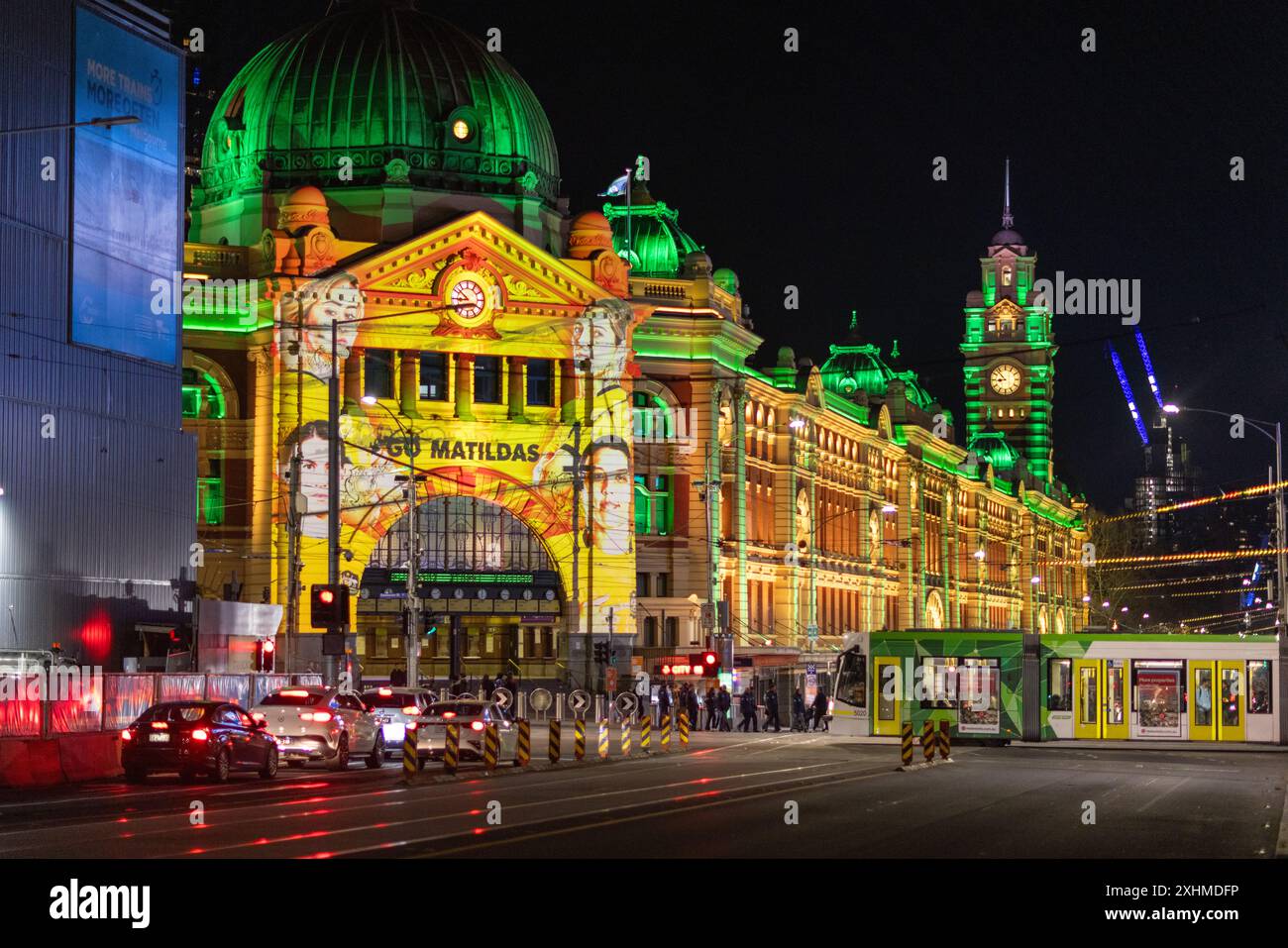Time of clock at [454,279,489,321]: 8:51
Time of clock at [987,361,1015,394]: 8:52
